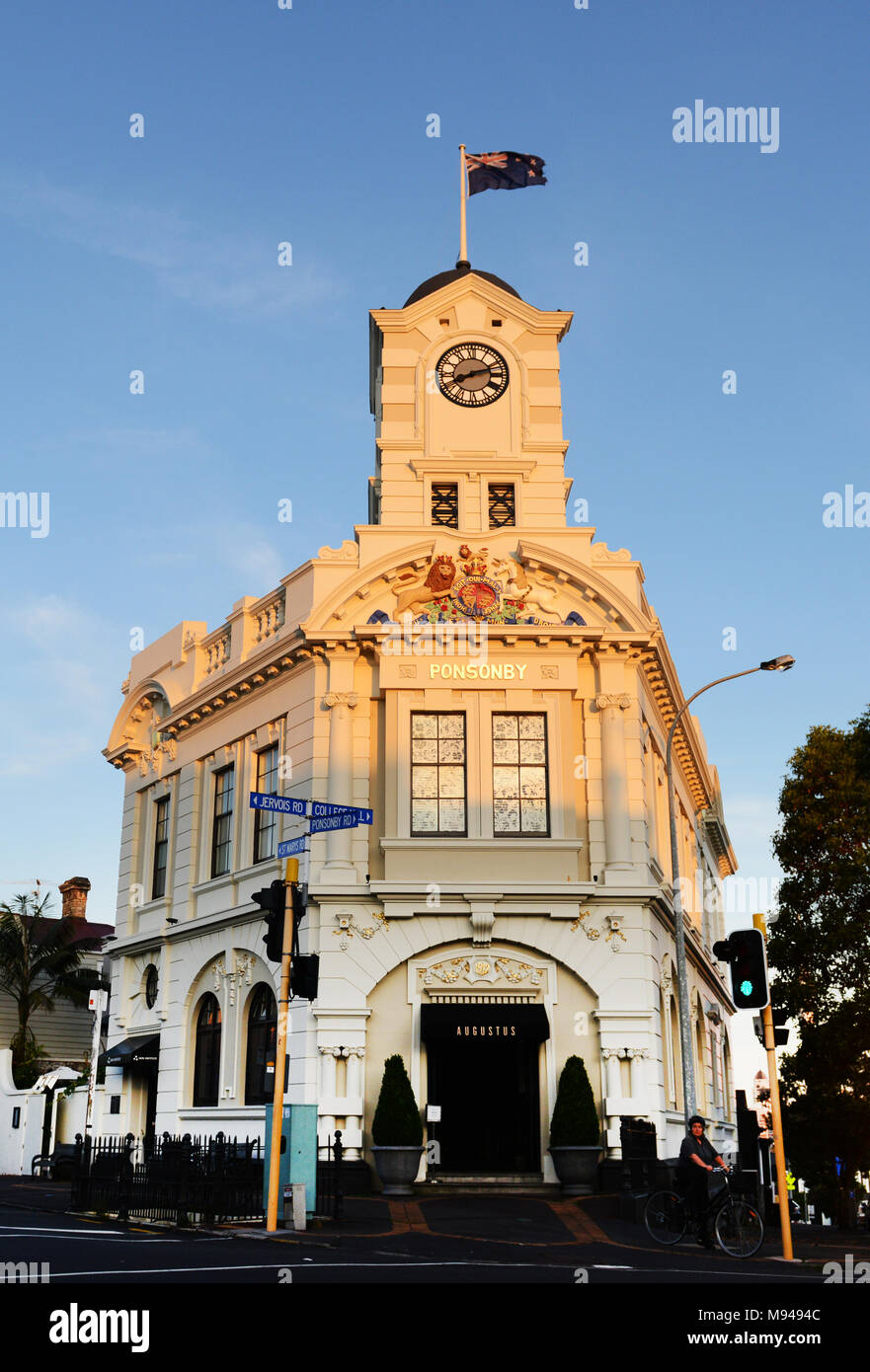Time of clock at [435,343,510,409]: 8:12
